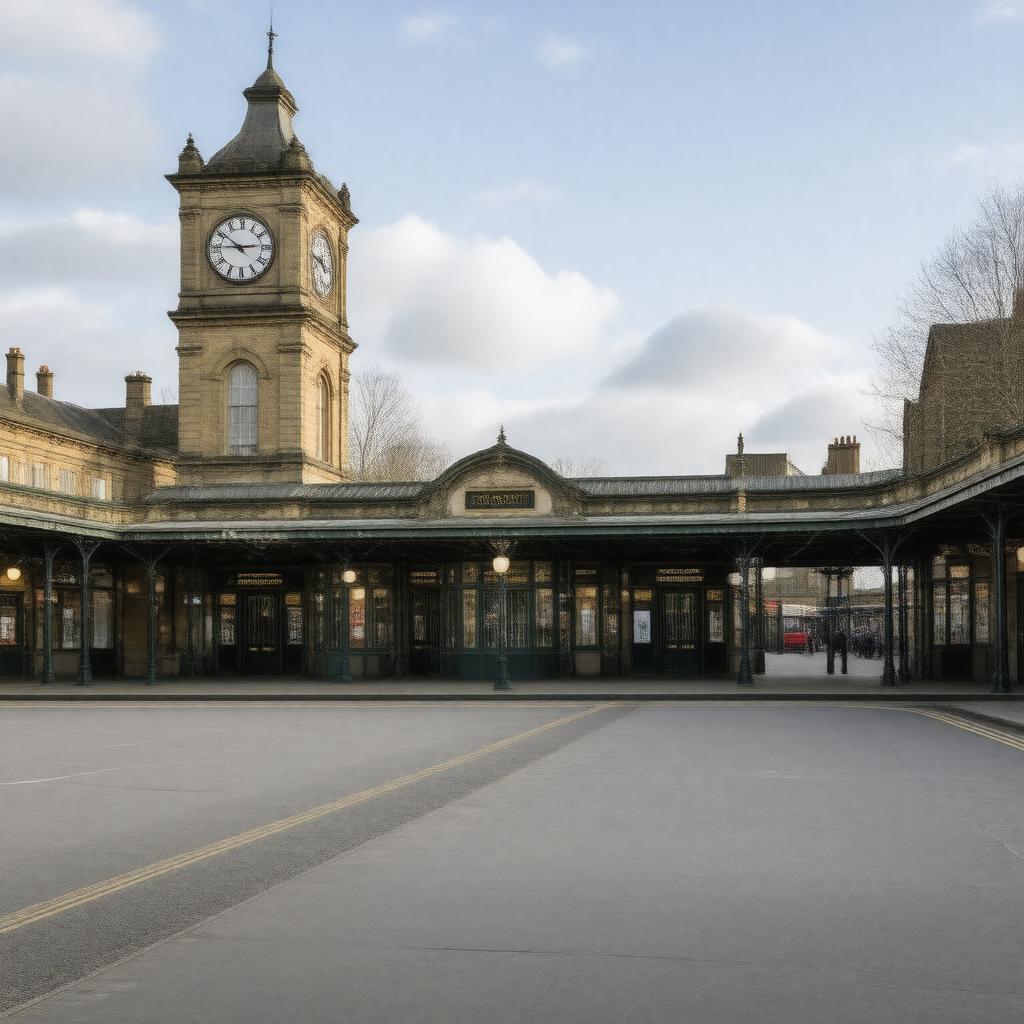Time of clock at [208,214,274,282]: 2:50
